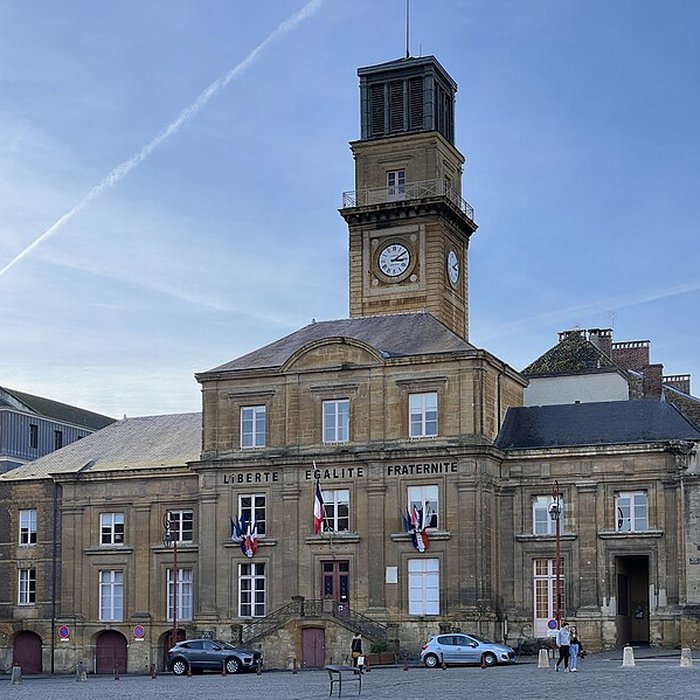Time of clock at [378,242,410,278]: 3:09
